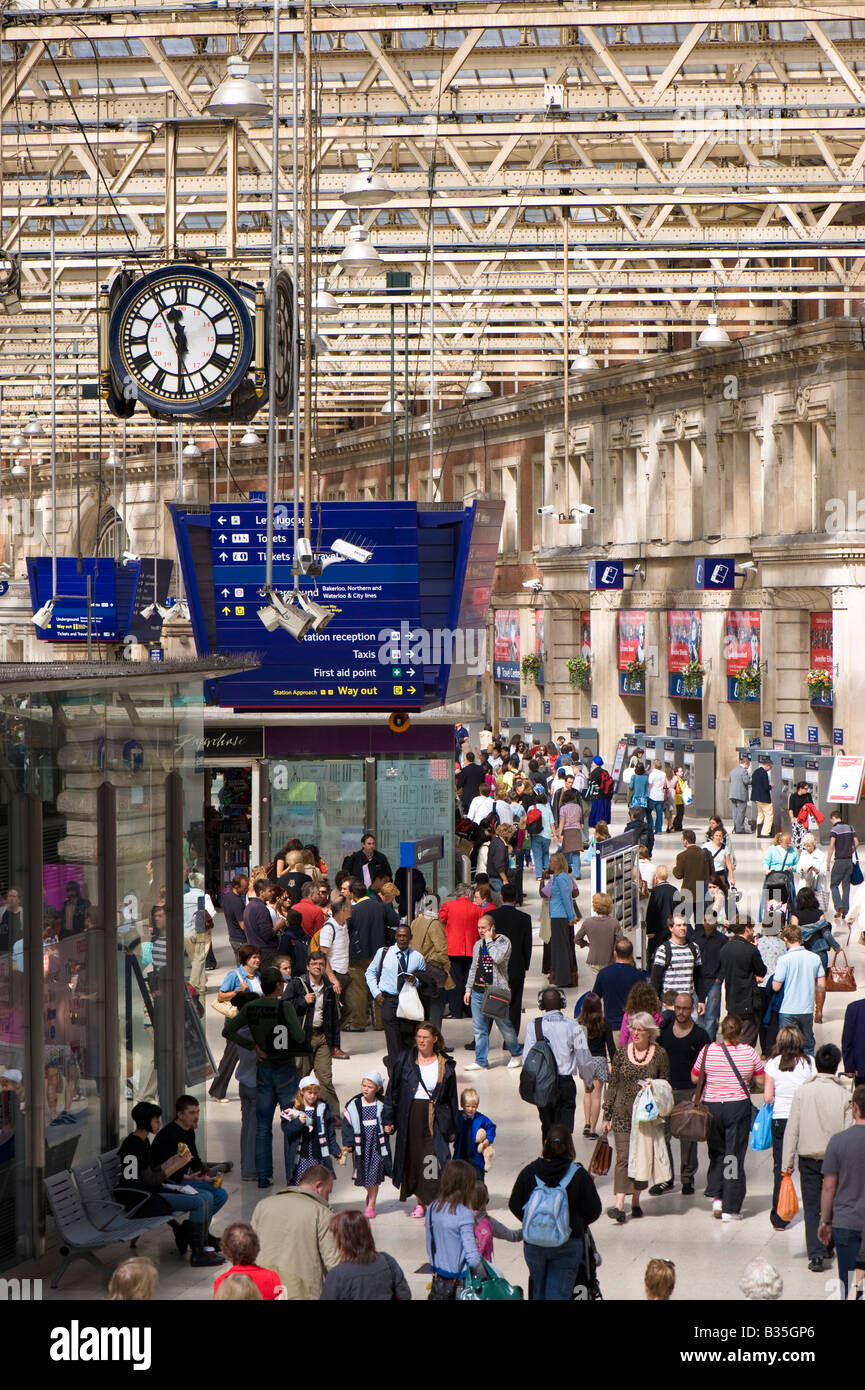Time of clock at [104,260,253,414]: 11:29
